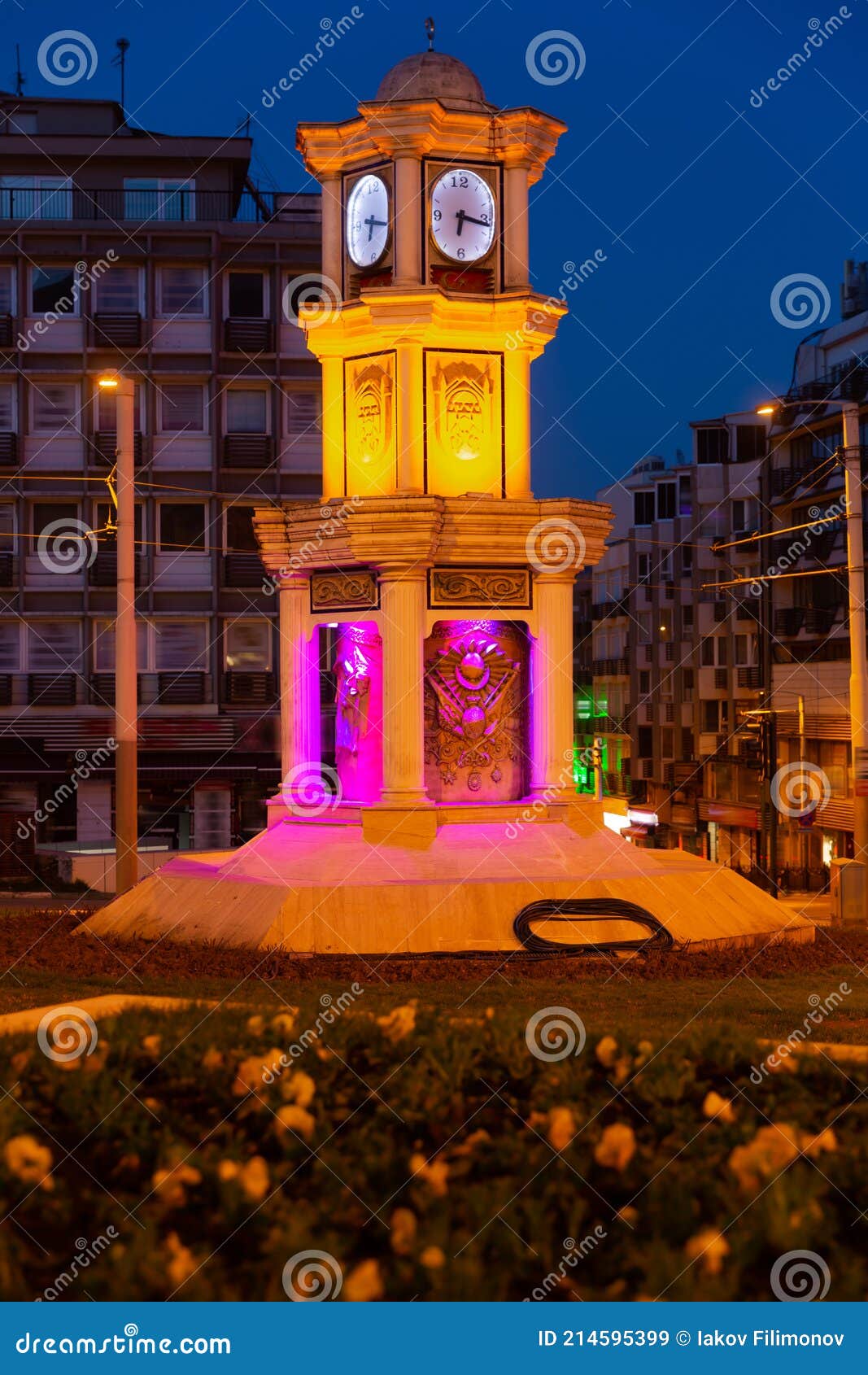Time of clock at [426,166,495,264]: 6:16
